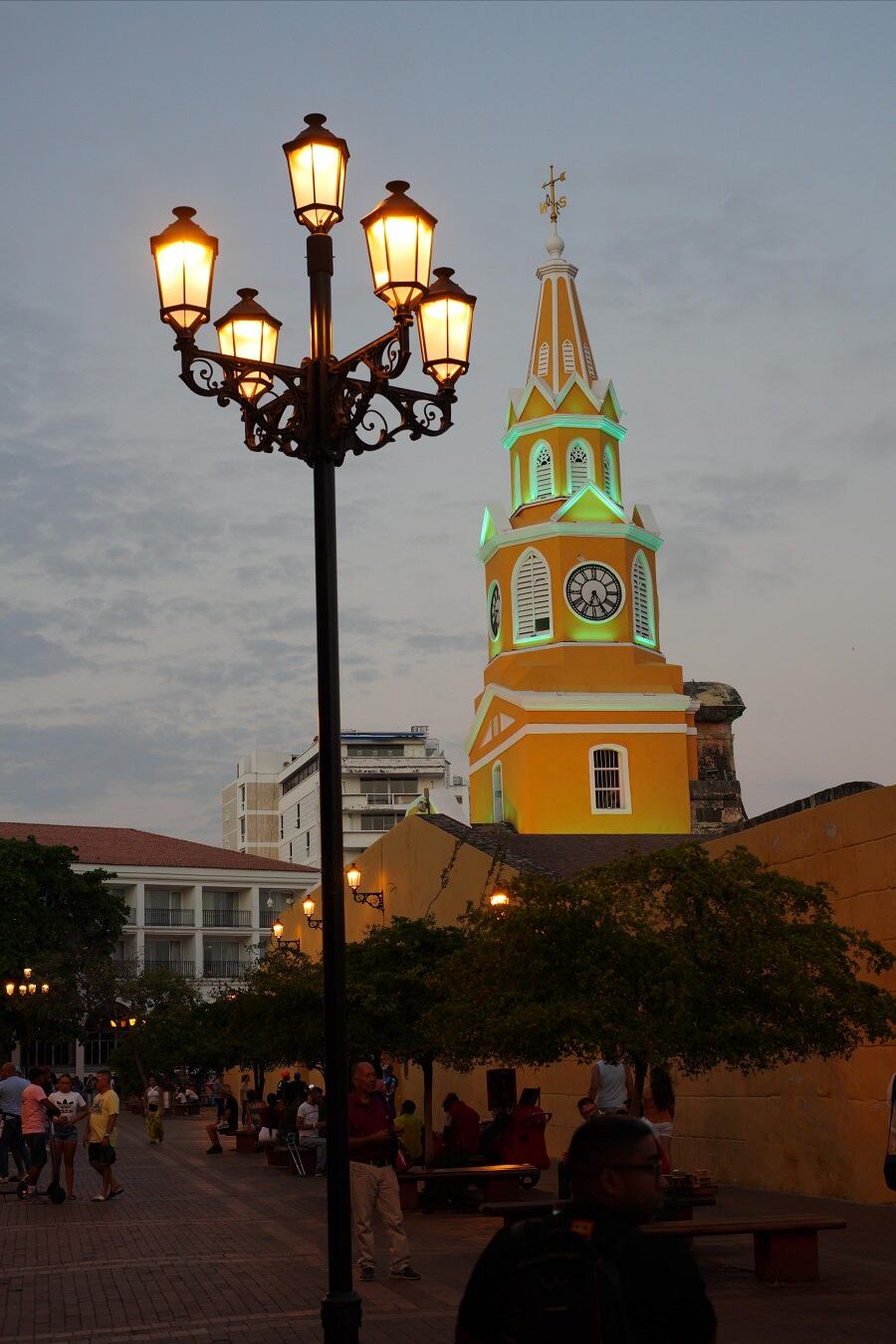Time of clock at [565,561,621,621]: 6:24
